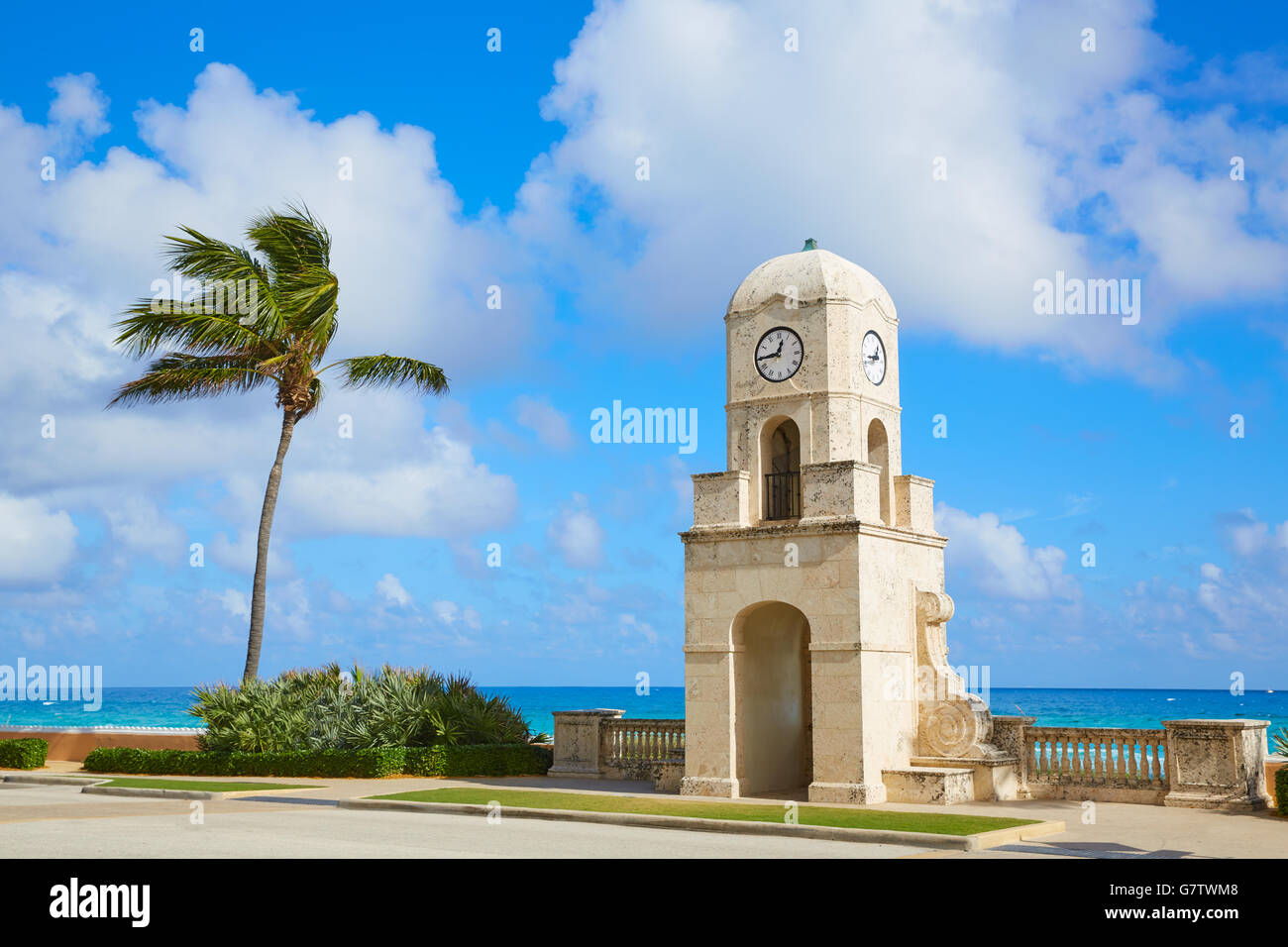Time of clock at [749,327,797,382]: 12:44
